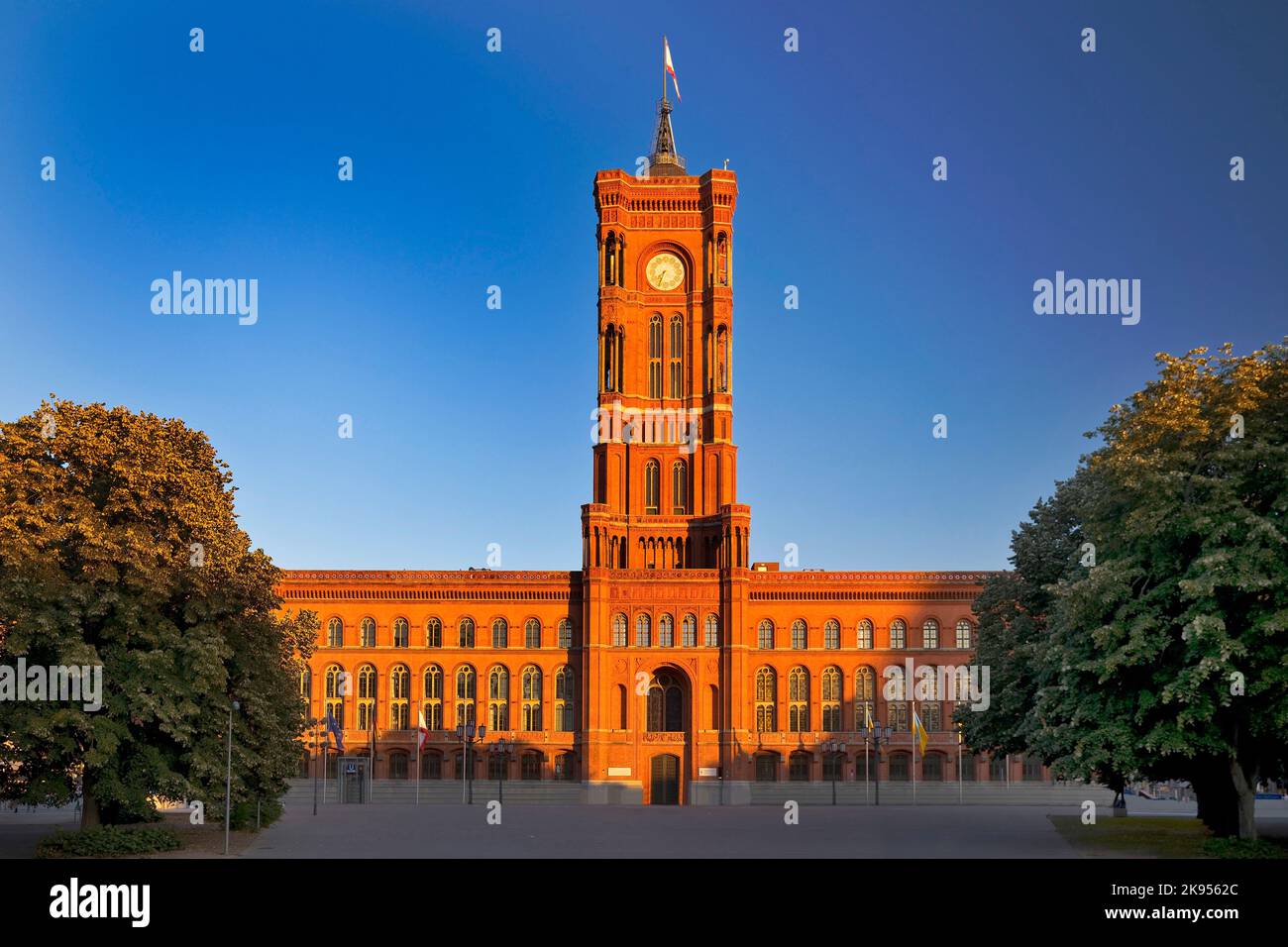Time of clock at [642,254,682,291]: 7:33
